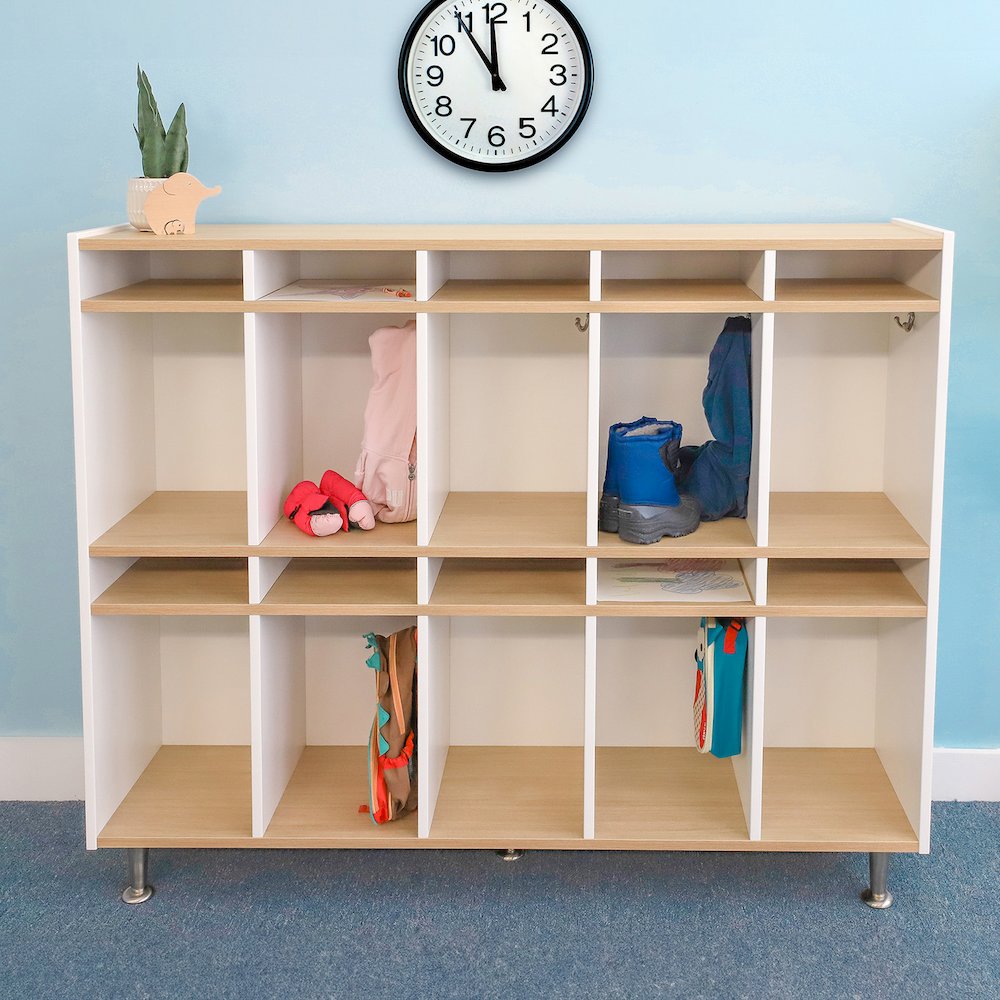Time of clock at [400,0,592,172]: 11:54
